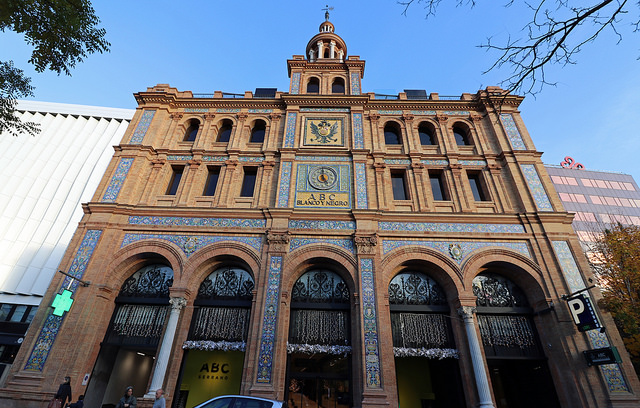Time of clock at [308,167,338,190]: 4:59
